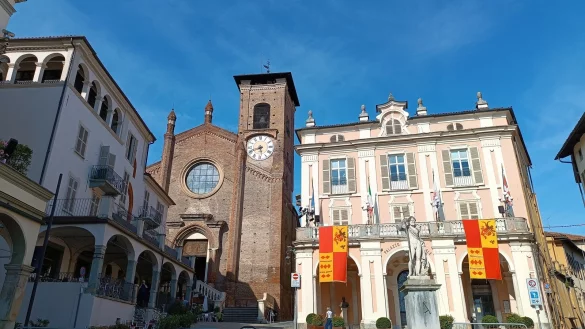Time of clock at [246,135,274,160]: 5:41
